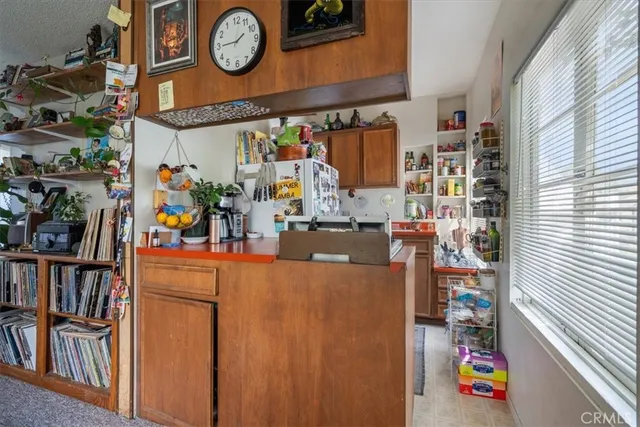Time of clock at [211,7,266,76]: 1:45
